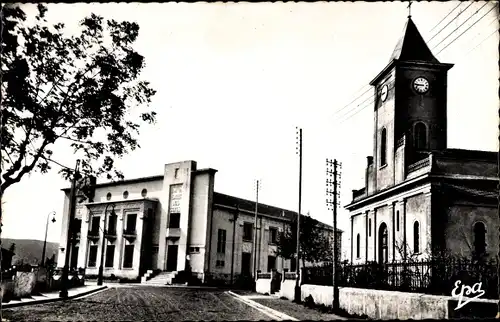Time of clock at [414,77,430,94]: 8:46
